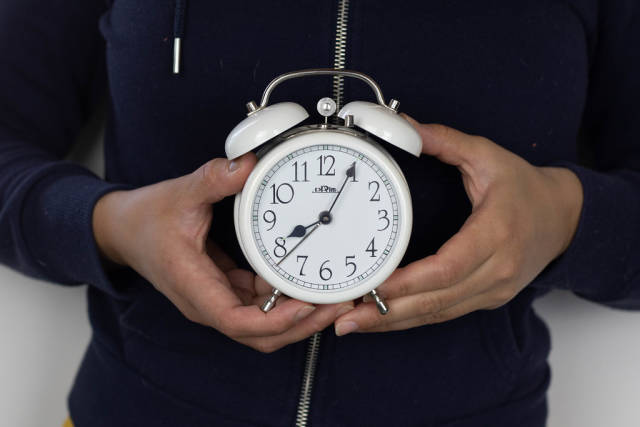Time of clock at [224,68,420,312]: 8:05
